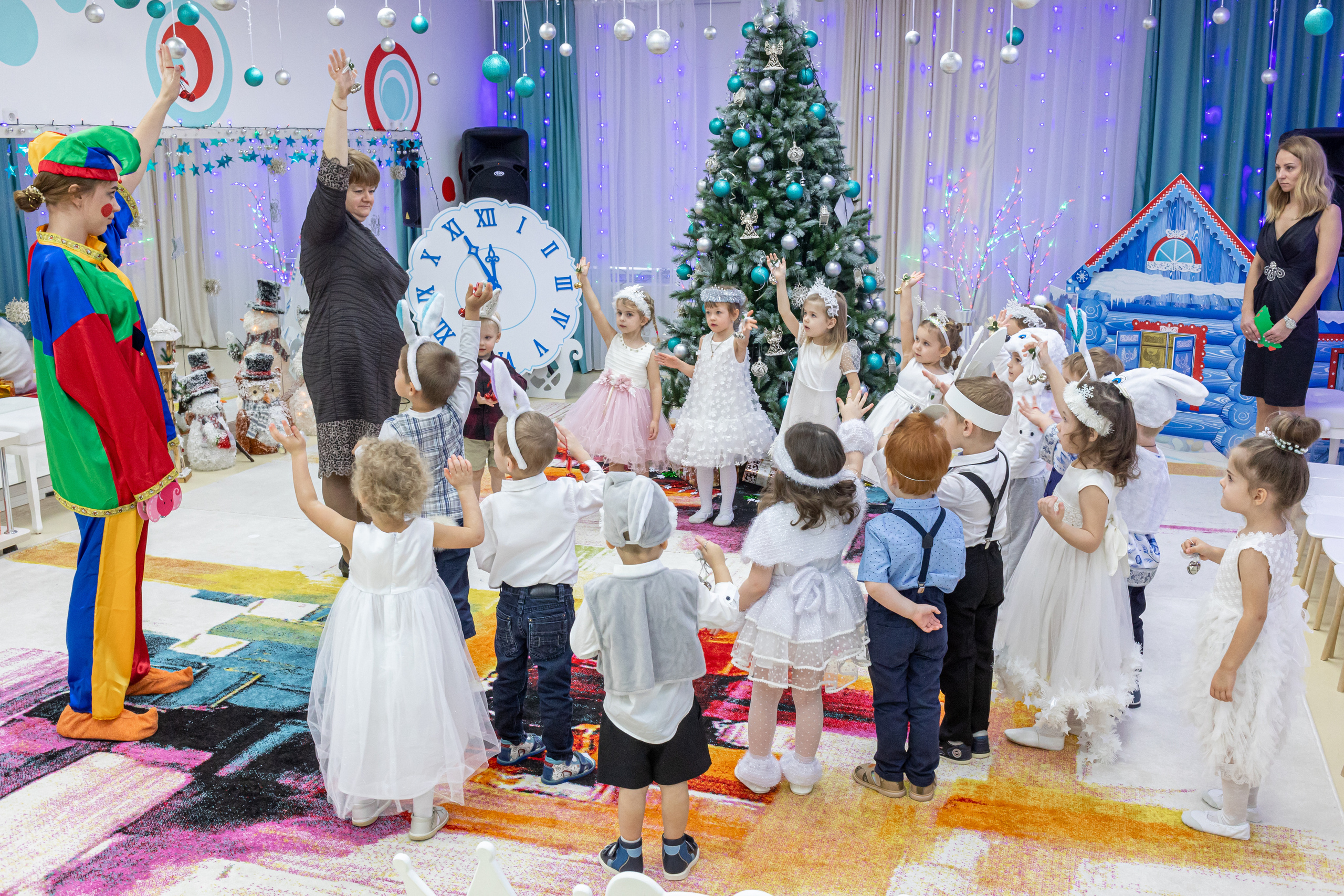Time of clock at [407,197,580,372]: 11:55
